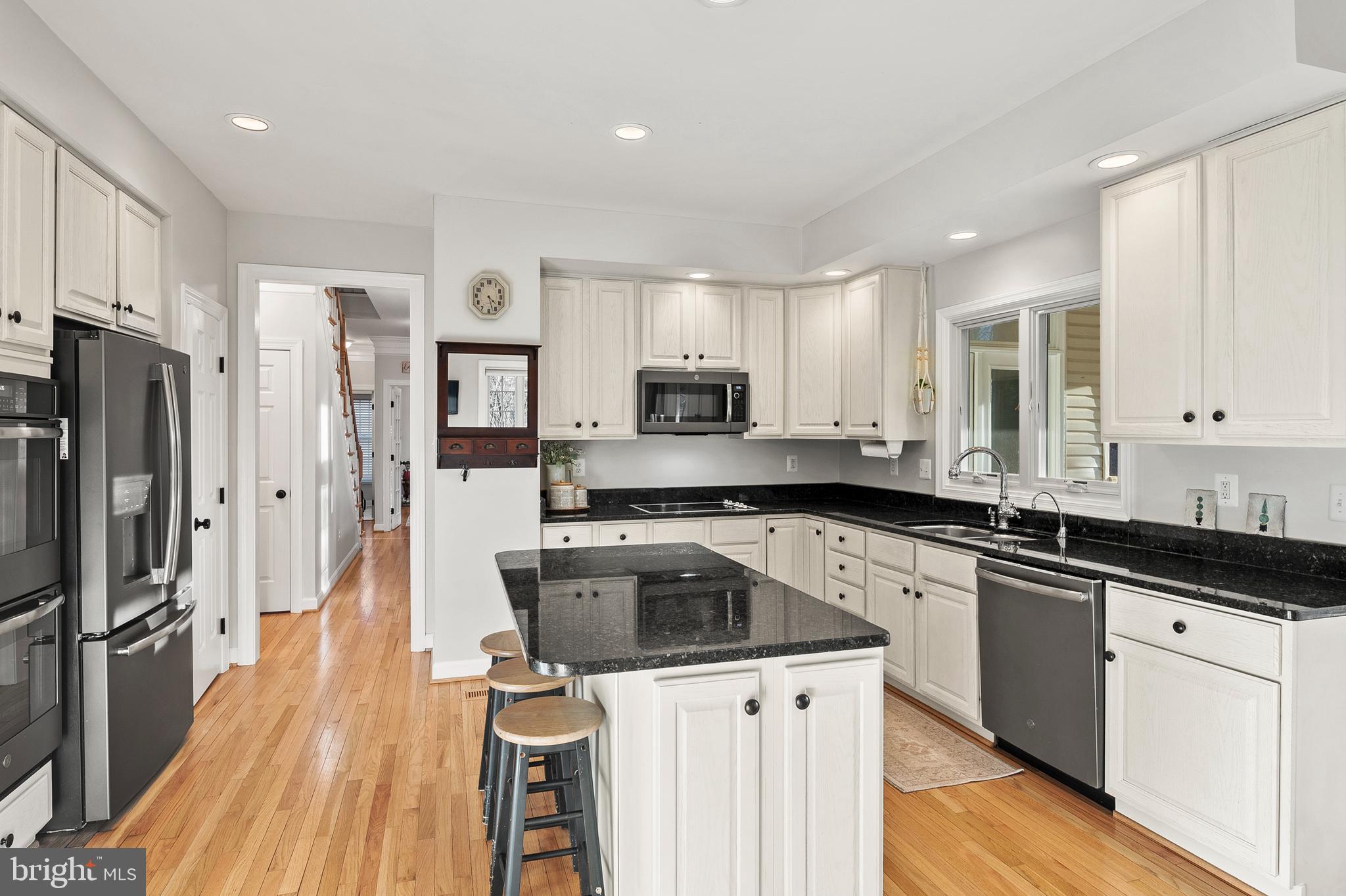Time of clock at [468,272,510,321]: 4:27
